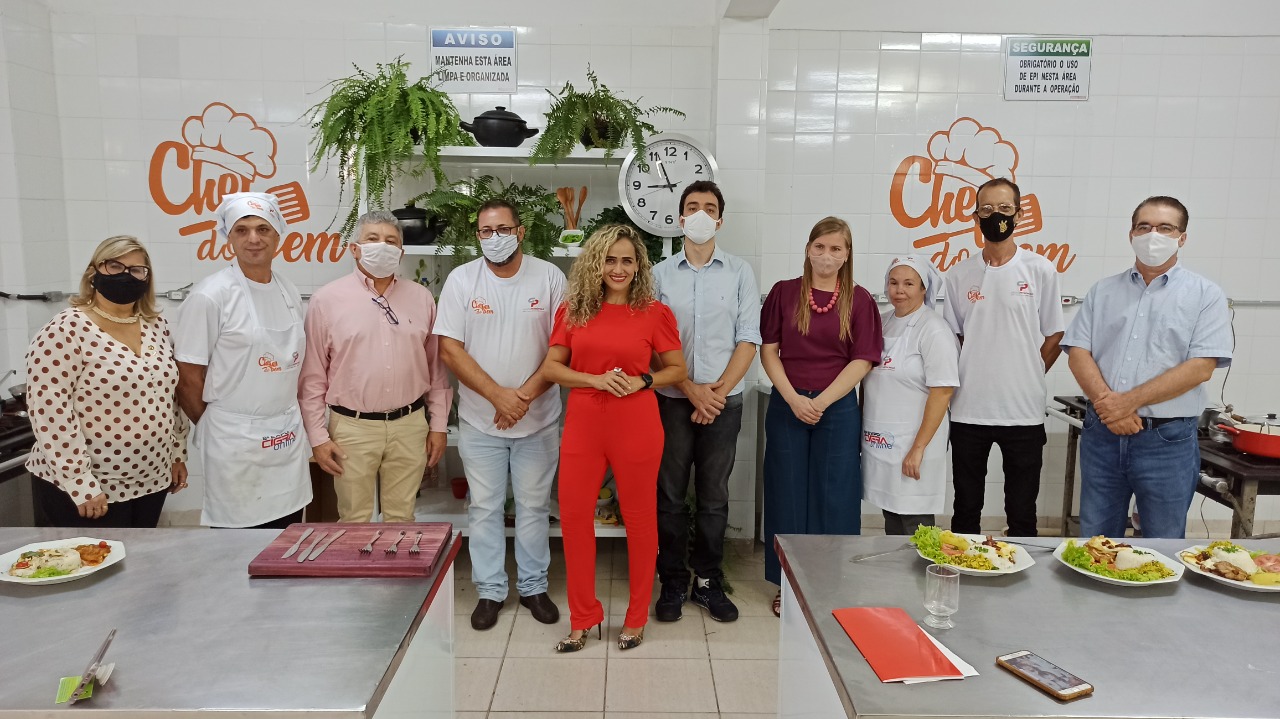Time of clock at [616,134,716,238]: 8:56
